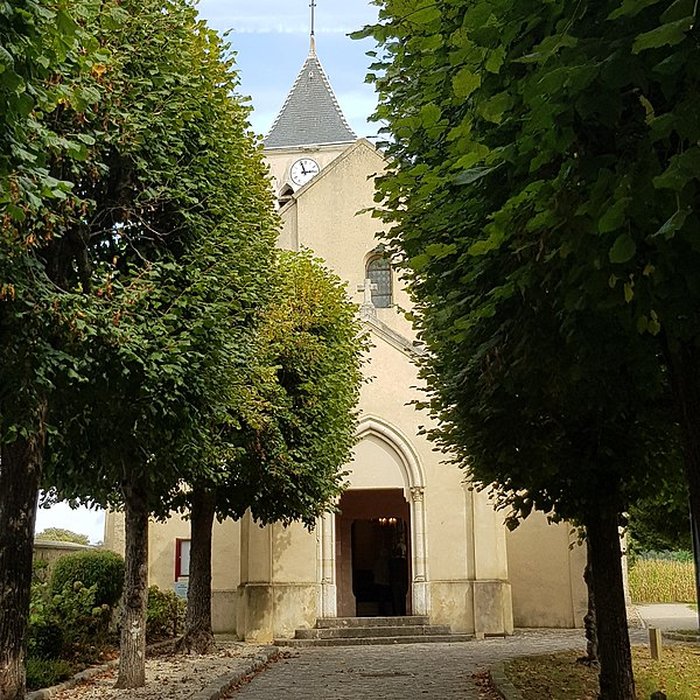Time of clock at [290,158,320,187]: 2:56
